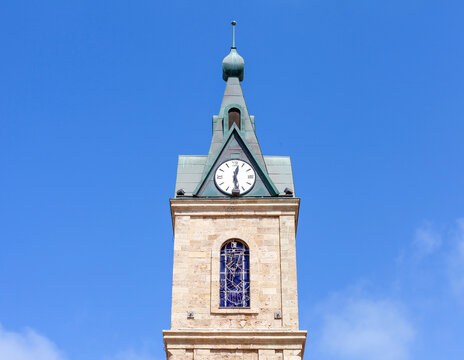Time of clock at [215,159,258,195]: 12:28
